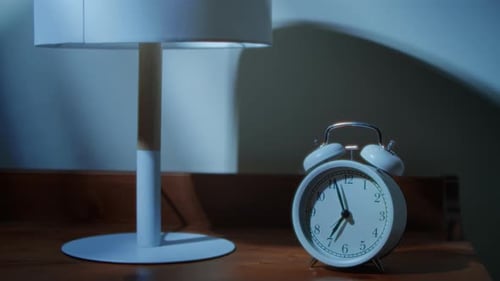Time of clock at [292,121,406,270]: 6:56
